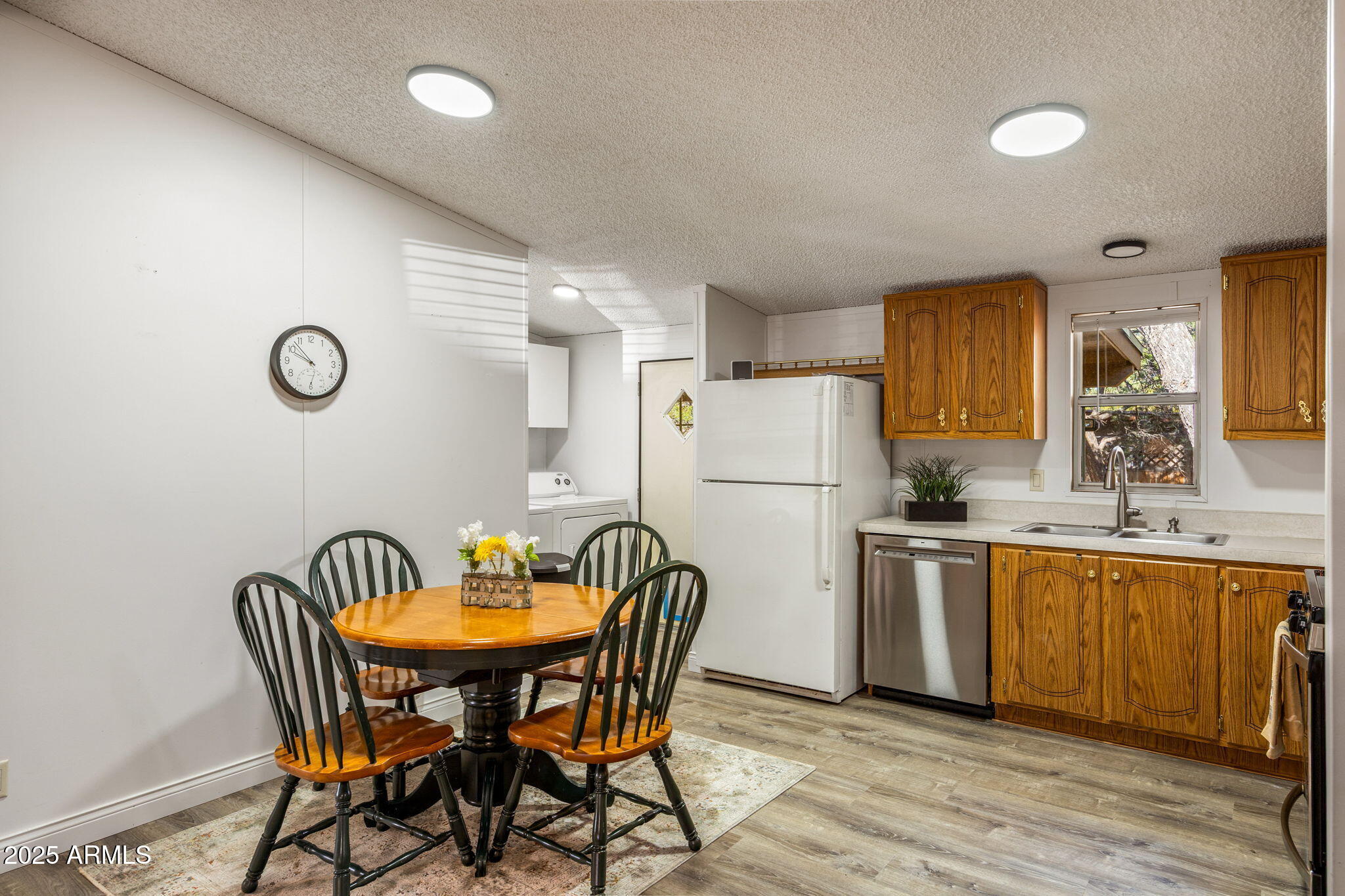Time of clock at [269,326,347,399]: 9:53
